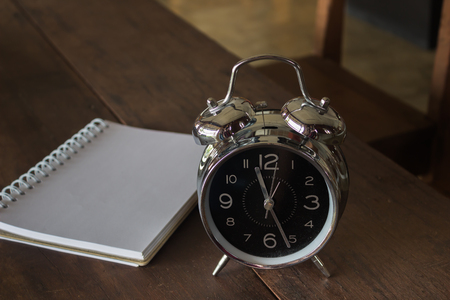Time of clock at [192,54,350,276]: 11:26
